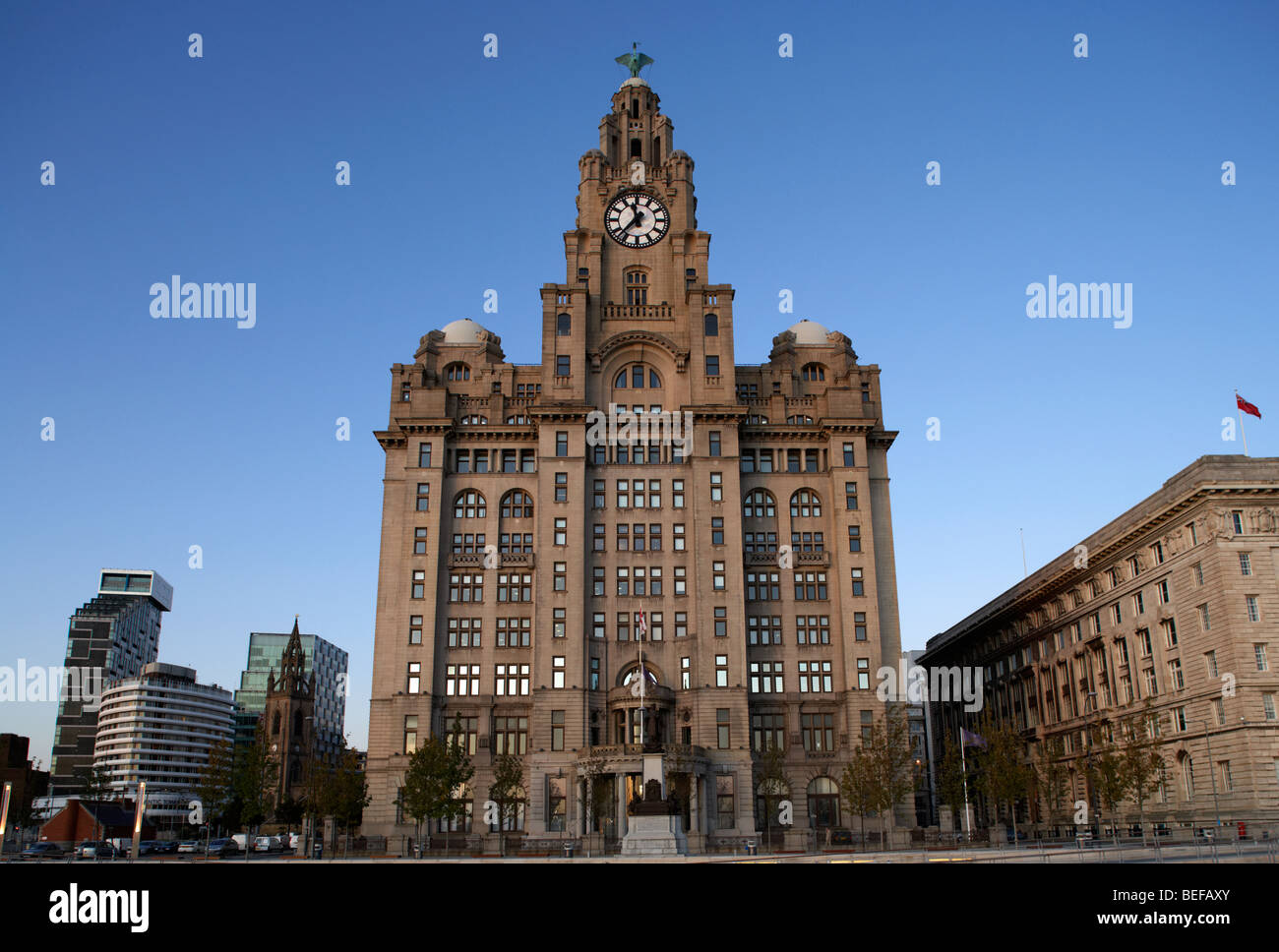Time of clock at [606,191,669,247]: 11:37
